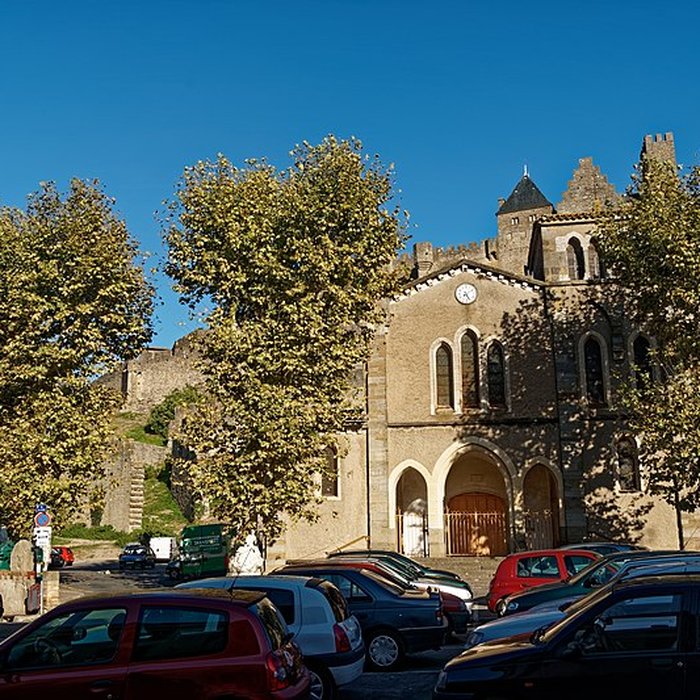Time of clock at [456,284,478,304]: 5:09
